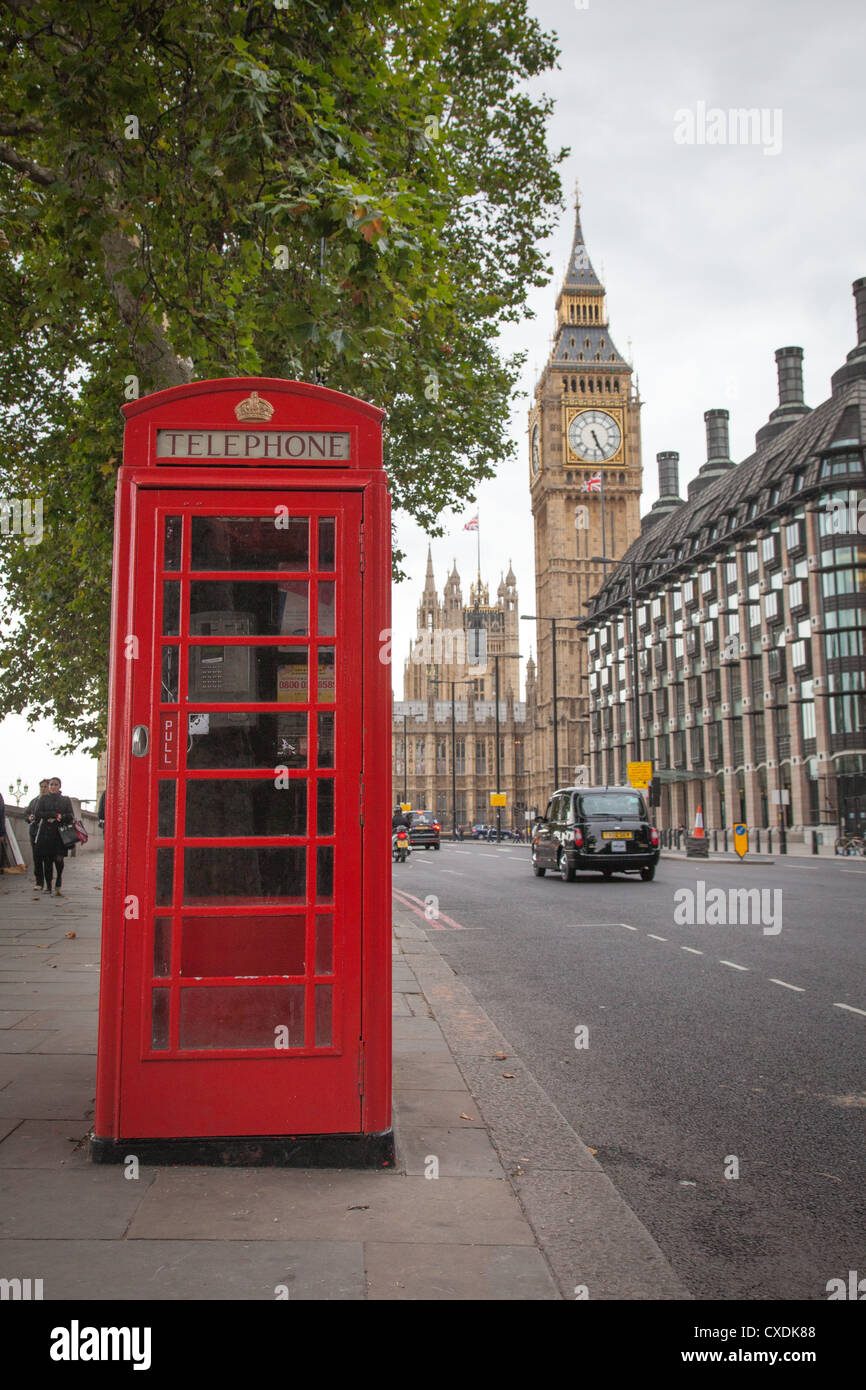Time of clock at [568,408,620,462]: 5:26
